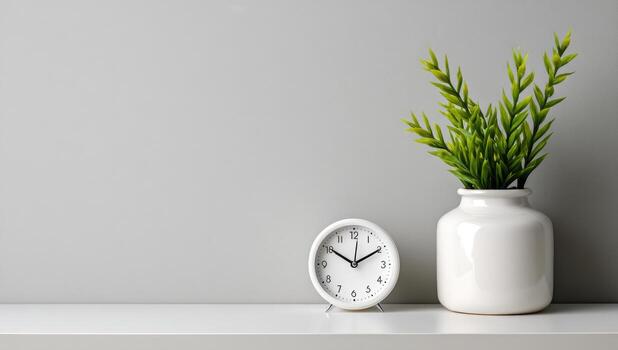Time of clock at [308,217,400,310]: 10:10
